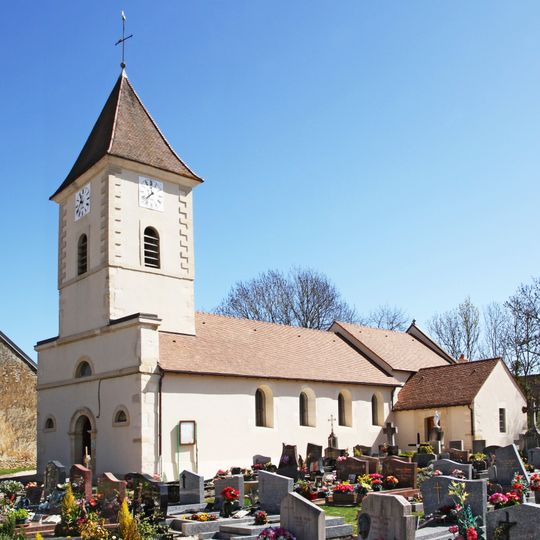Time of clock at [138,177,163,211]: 7:37
